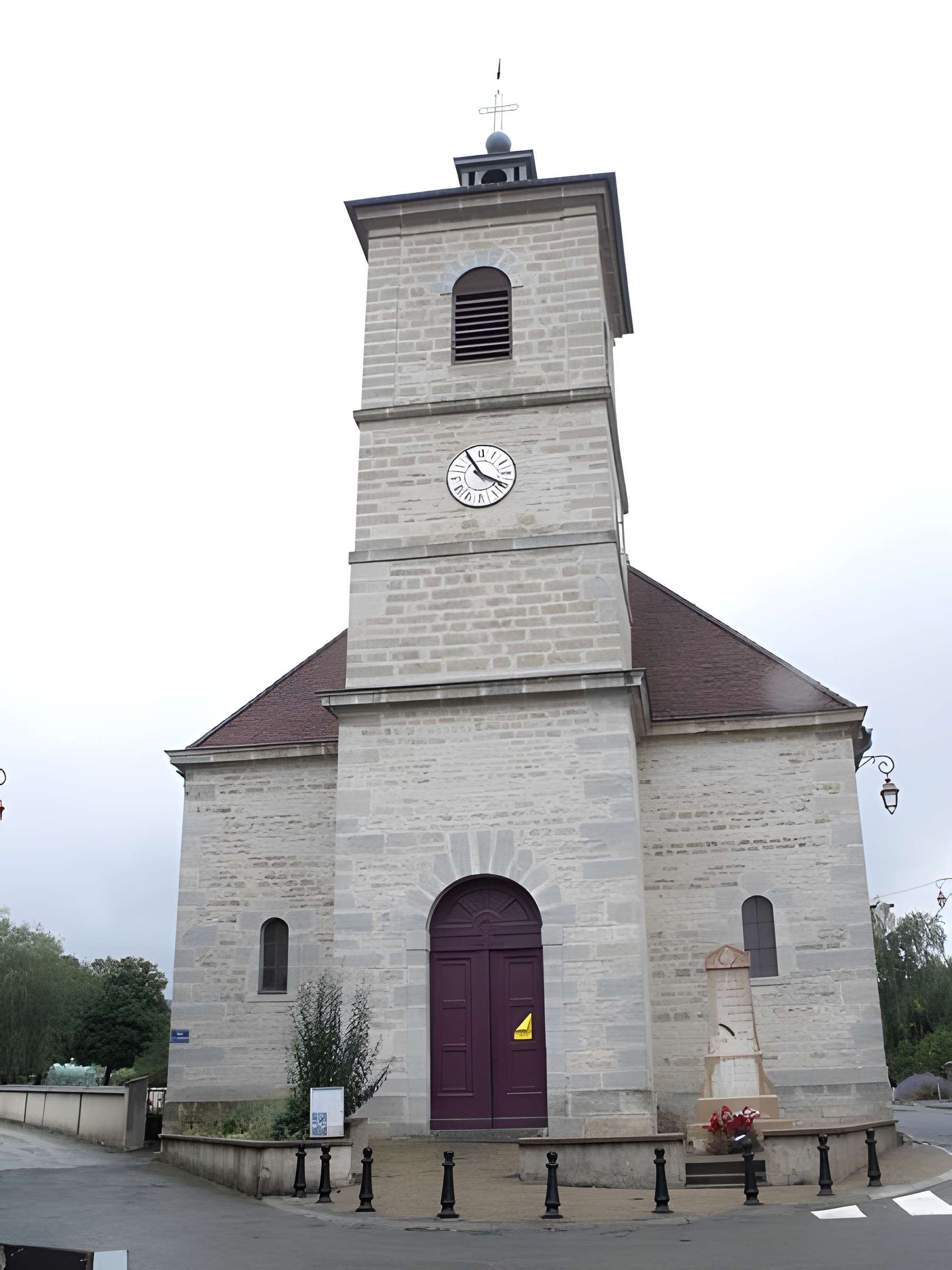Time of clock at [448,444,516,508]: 3:54
